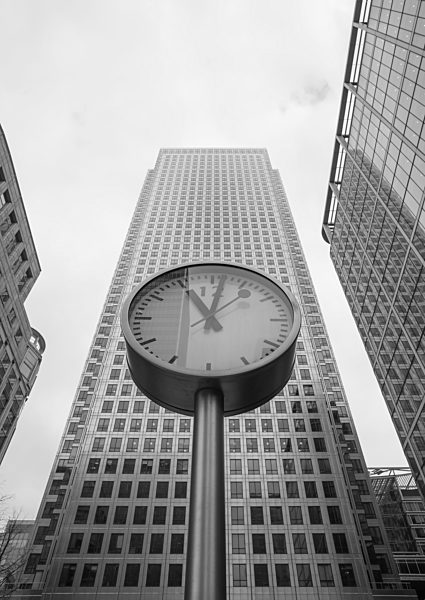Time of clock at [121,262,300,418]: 11:01
